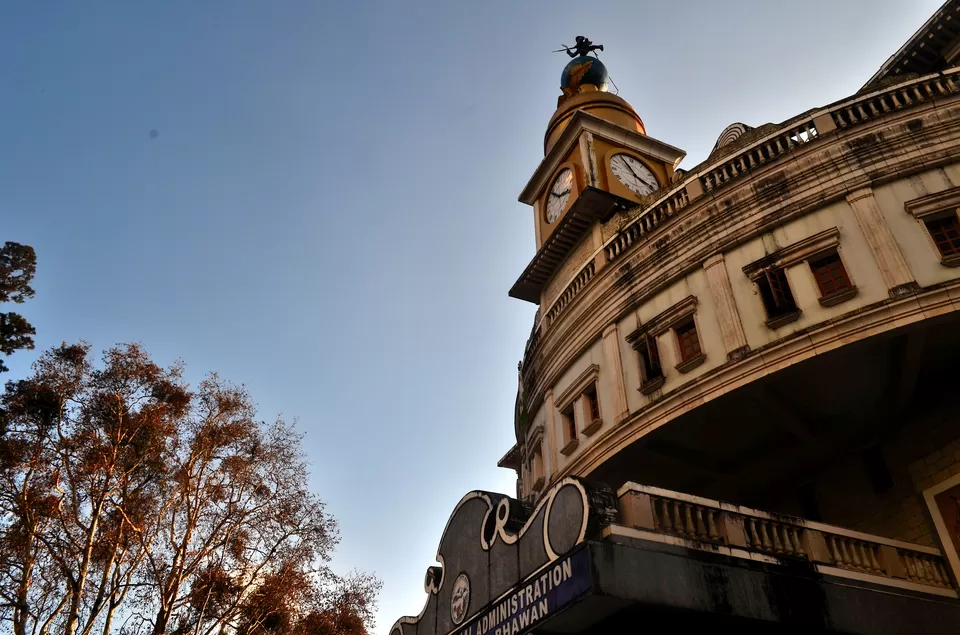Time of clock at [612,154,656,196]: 3:54
